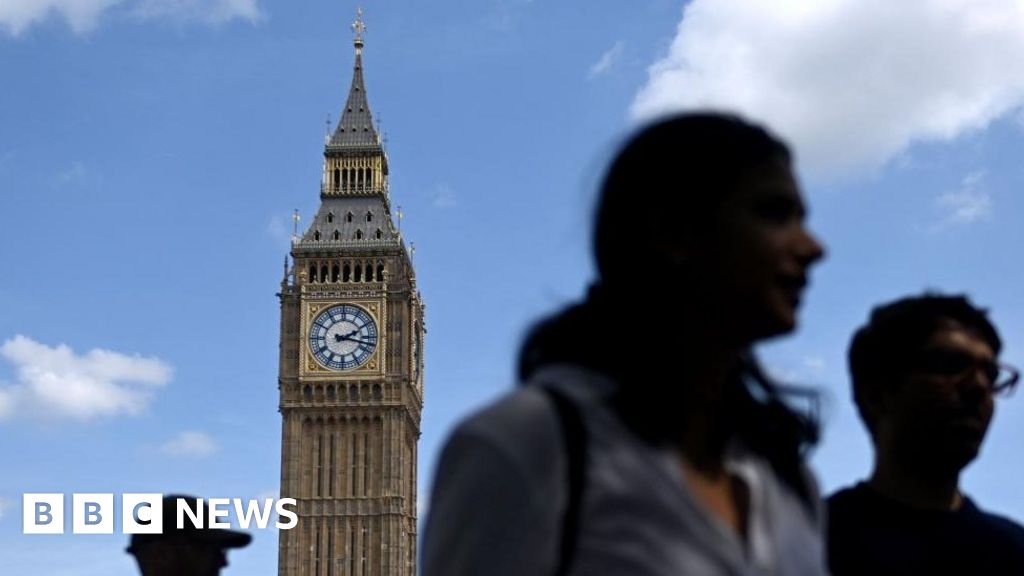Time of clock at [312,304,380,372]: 2:17
